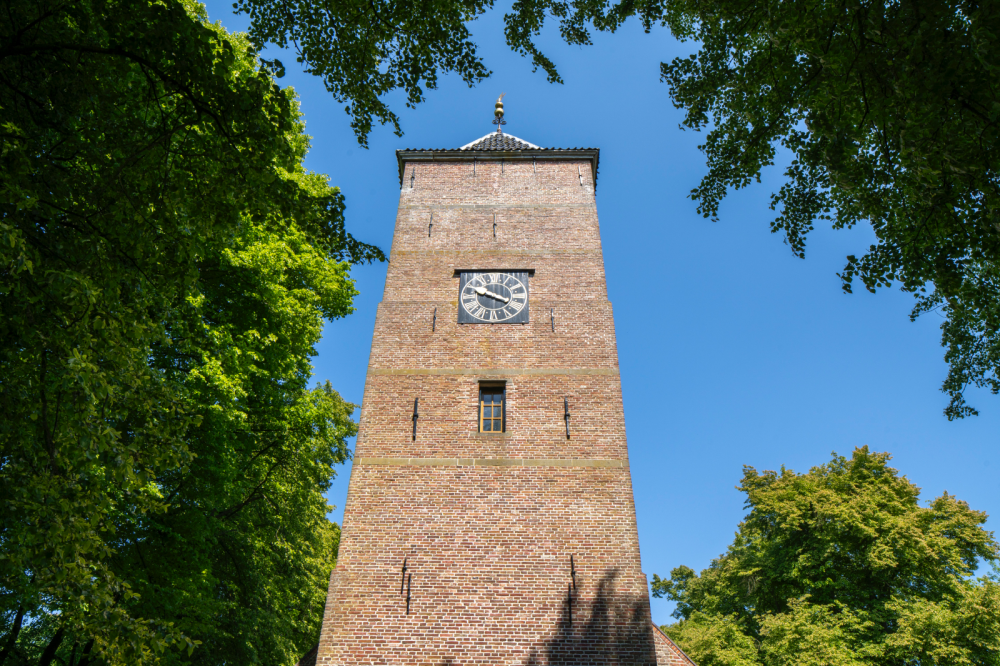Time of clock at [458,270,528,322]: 3:48
